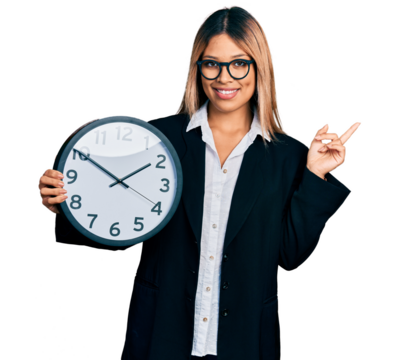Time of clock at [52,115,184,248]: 1:50
